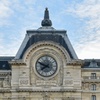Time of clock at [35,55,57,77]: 7:48
